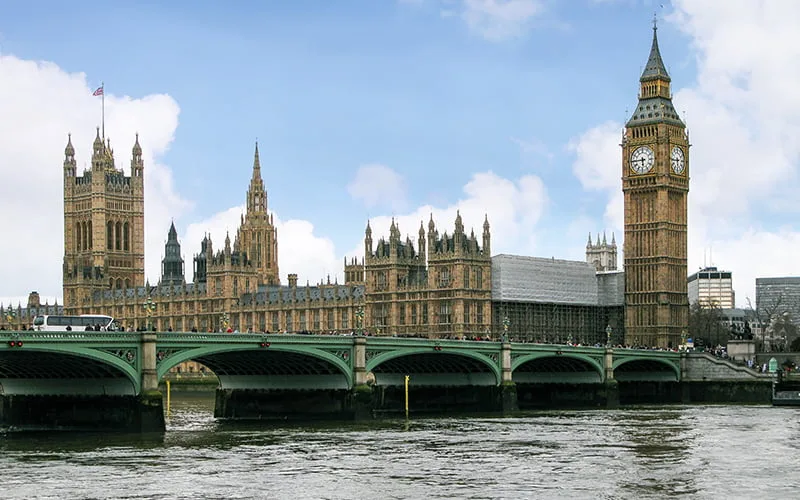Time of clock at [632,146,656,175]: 5:44
